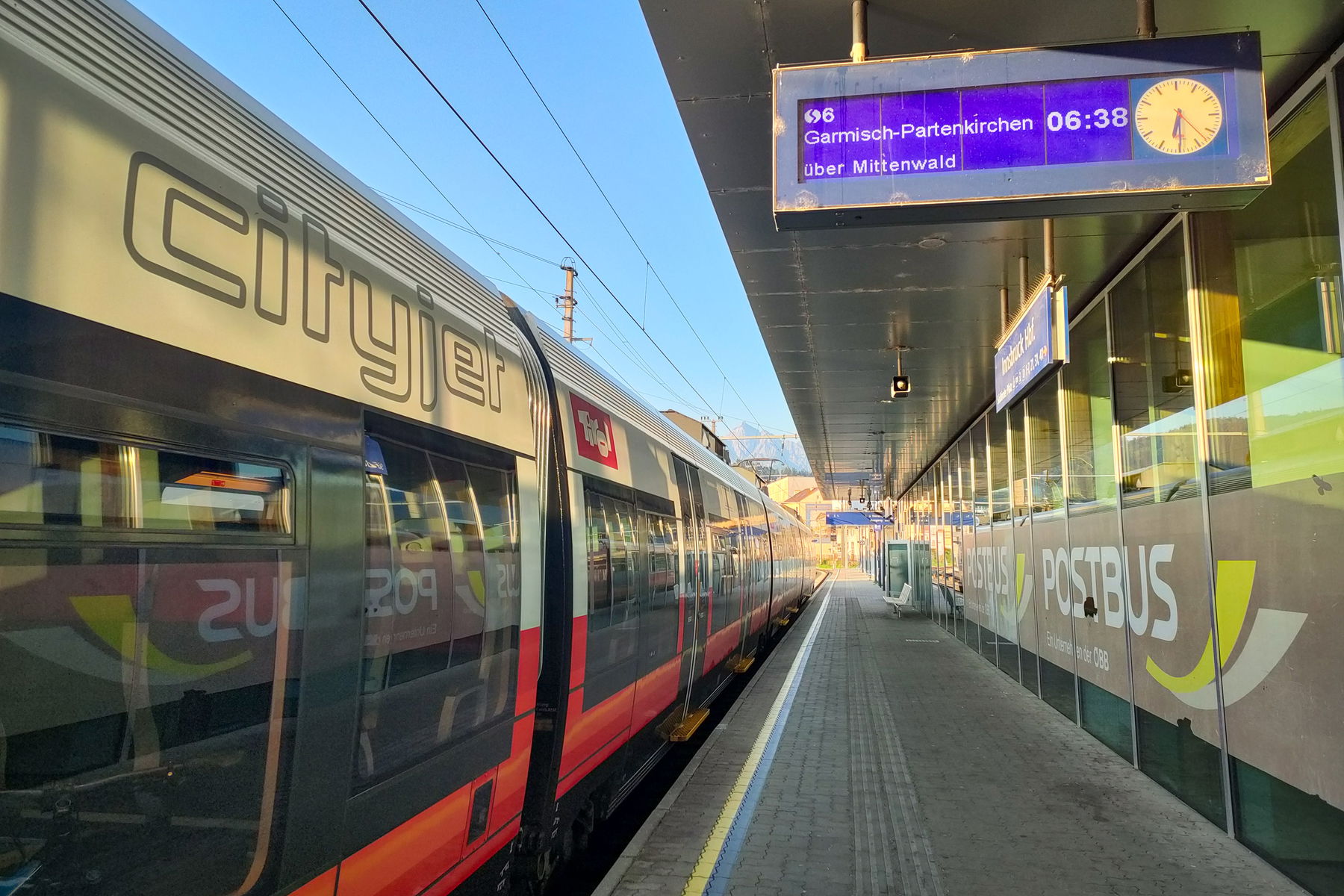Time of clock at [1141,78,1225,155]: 6:30
